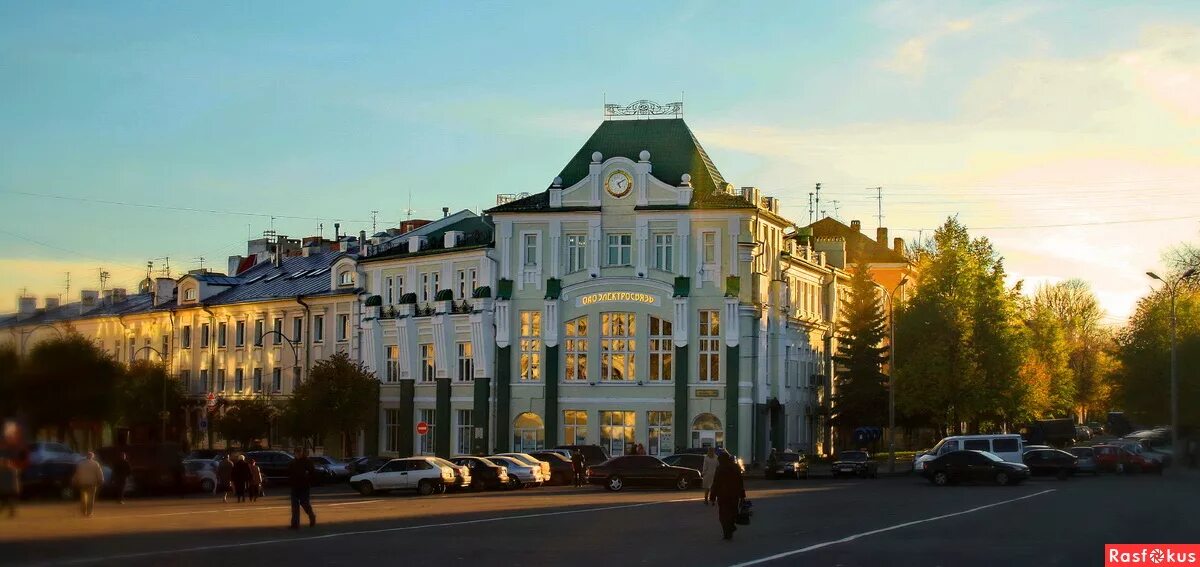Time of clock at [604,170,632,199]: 5:09
